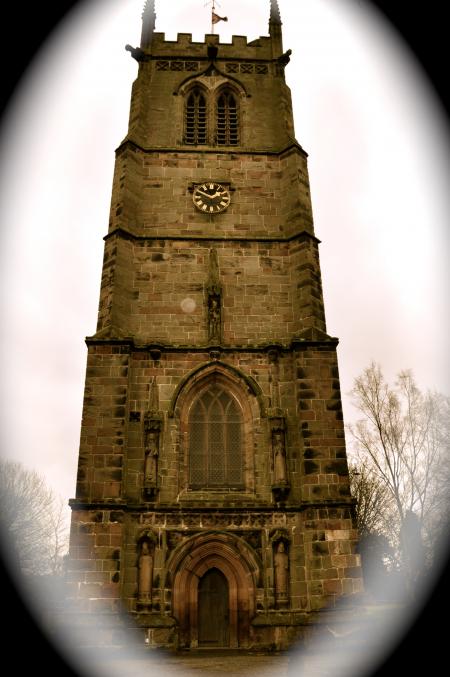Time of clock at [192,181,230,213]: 1:49
